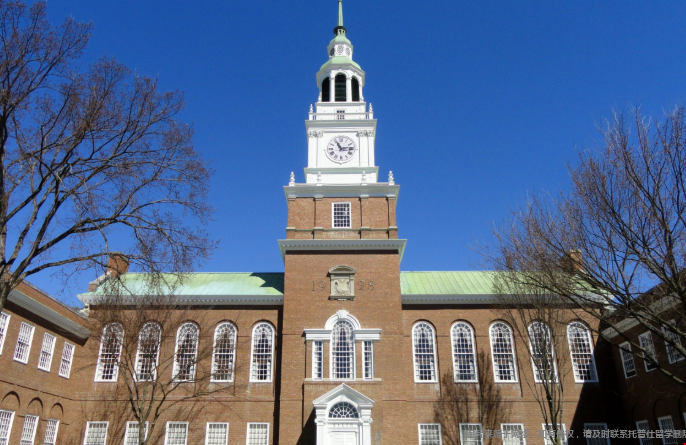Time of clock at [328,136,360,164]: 11:13
